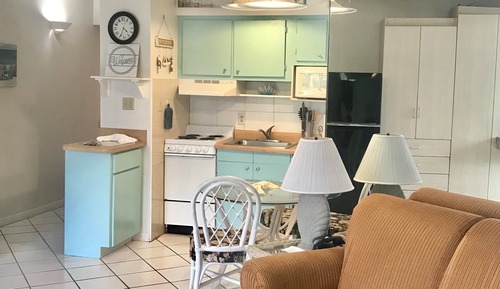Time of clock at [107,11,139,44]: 4:34
